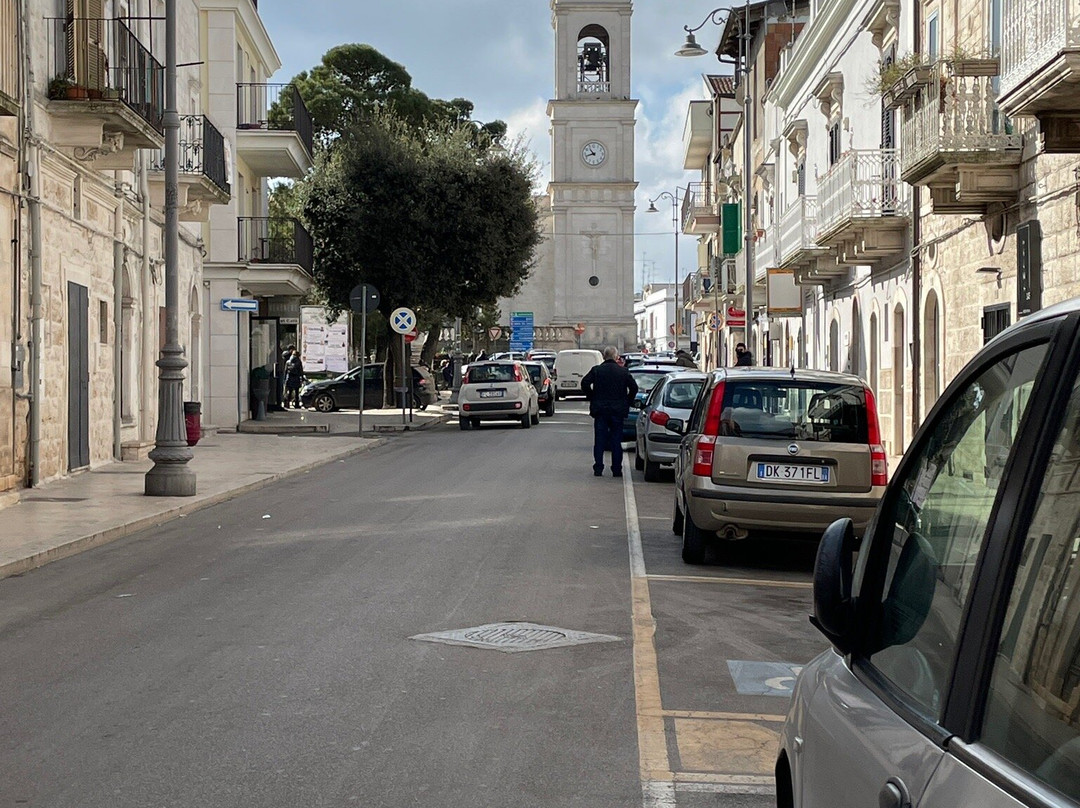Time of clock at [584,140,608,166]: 10:42
